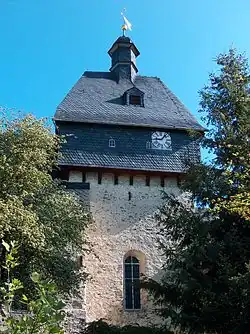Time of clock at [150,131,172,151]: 9:07
